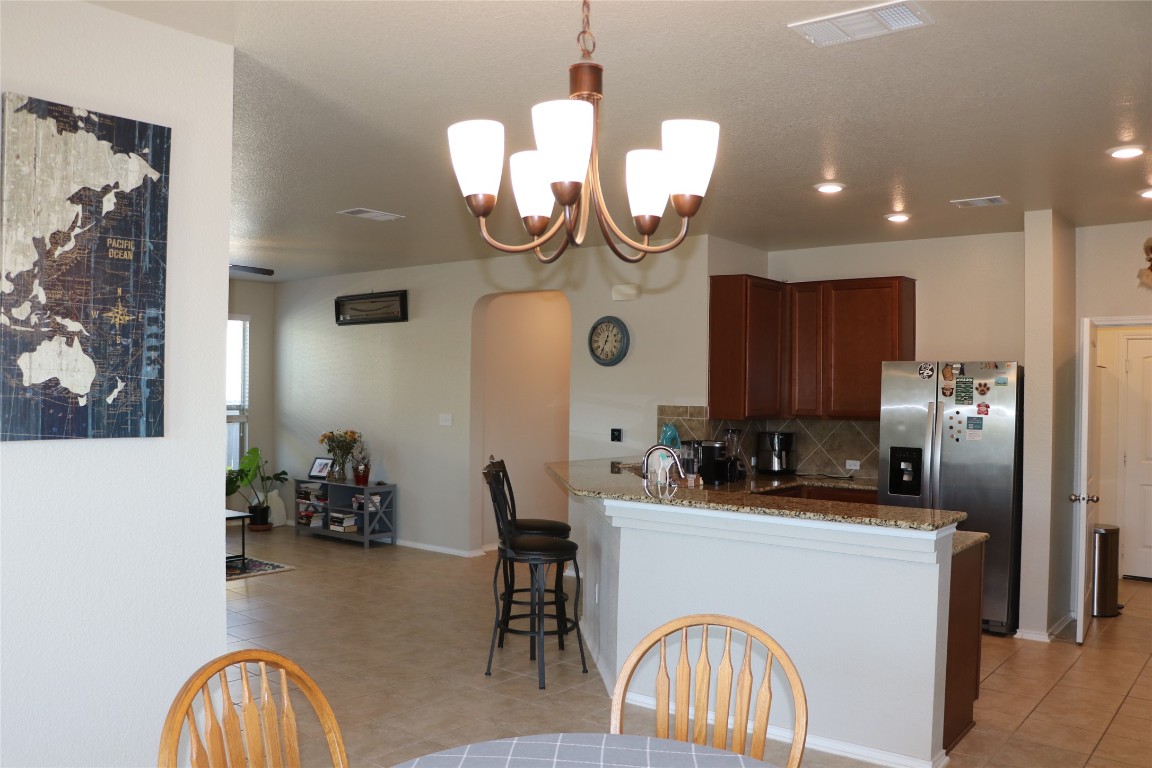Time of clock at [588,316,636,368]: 12:34
